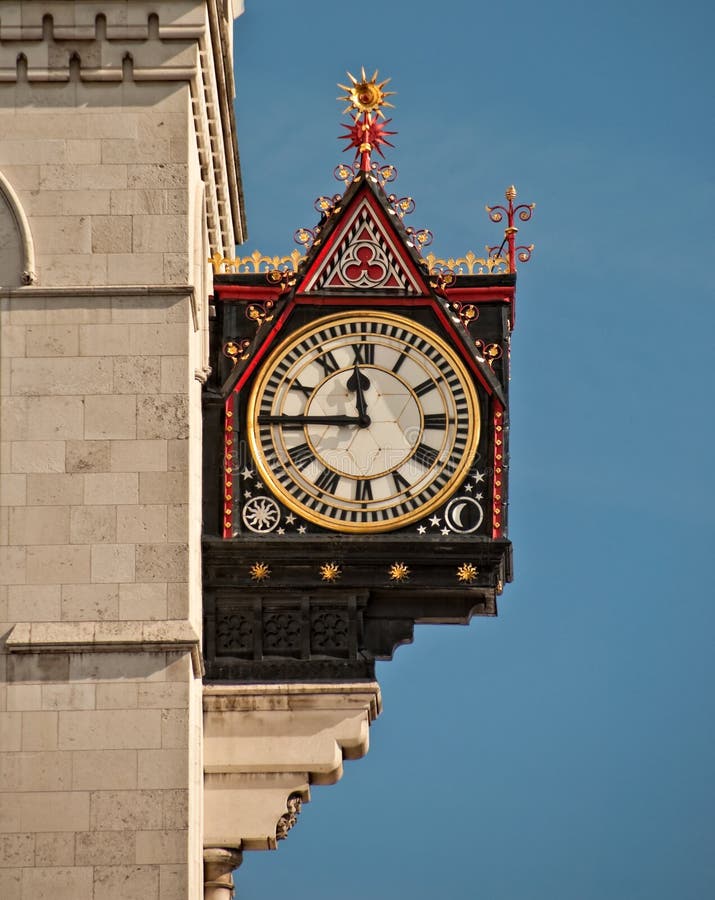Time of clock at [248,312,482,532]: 11:45
